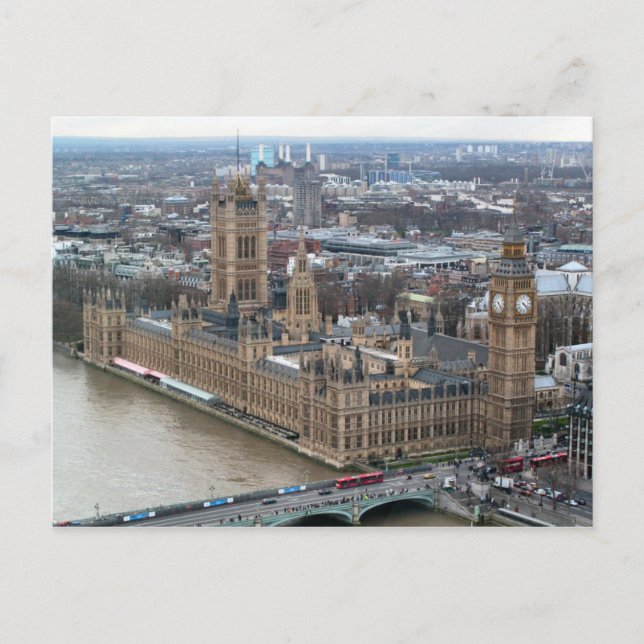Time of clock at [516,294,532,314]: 4:22
